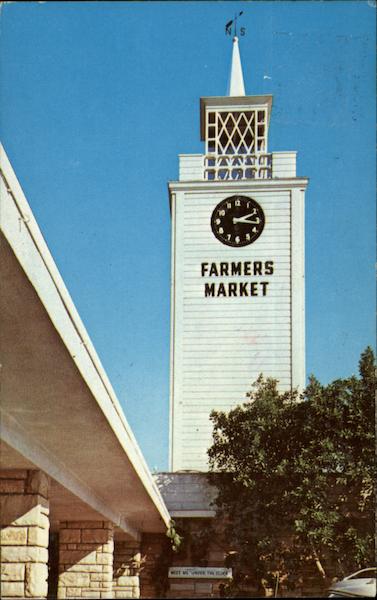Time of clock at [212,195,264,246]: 2:16
